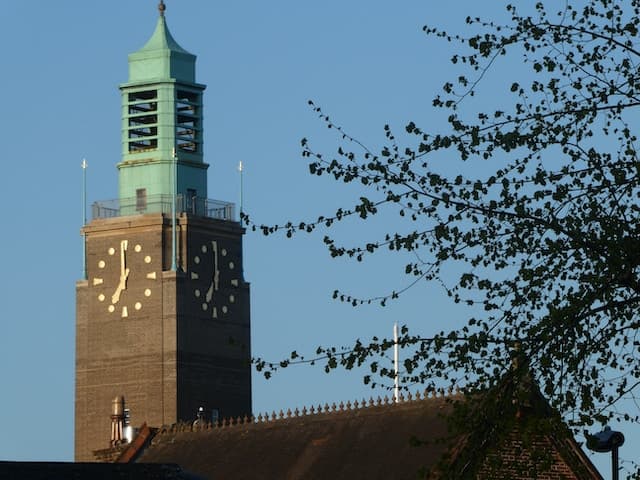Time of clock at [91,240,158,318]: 6:59
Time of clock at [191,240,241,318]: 7:00
